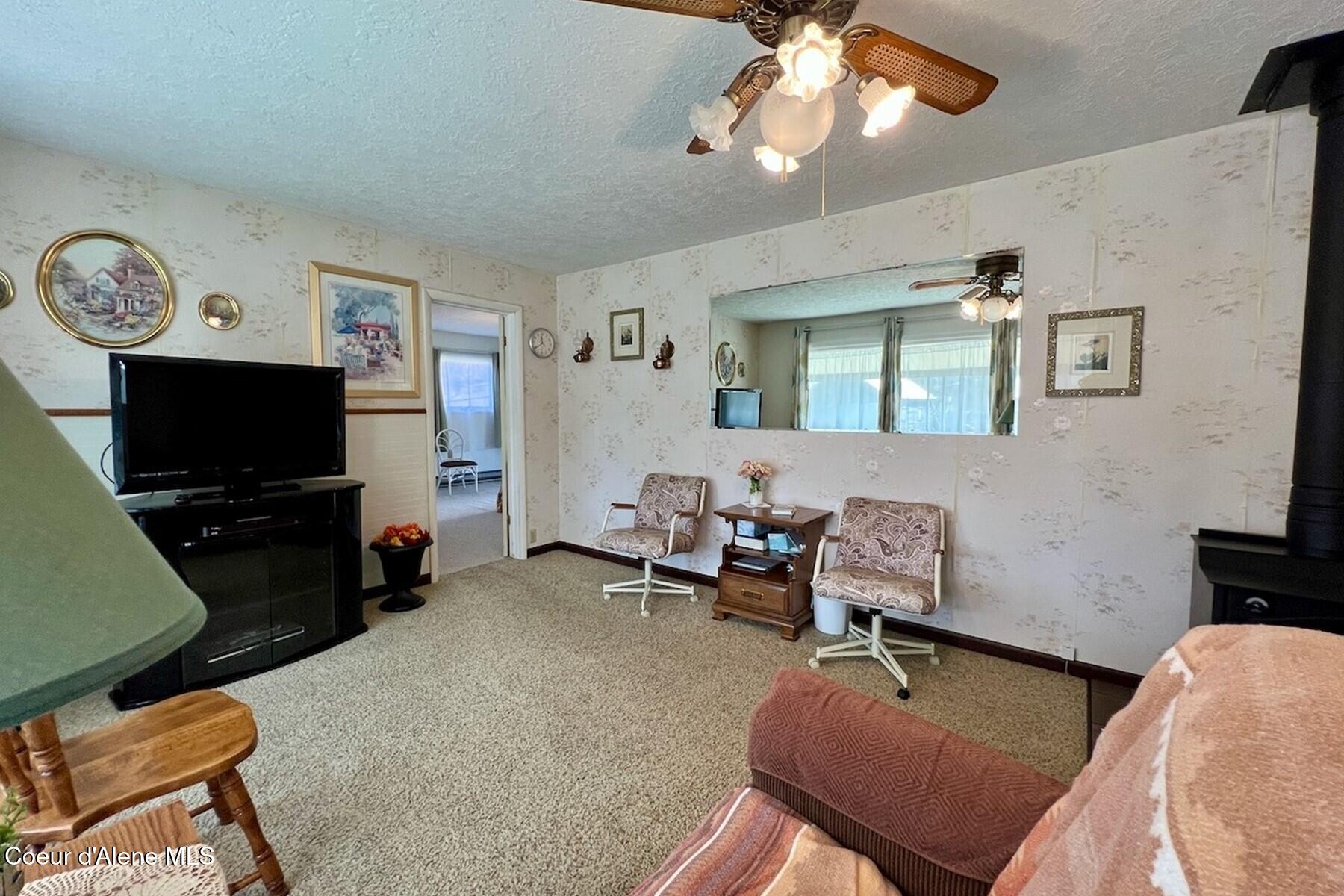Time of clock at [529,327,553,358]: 11:39
